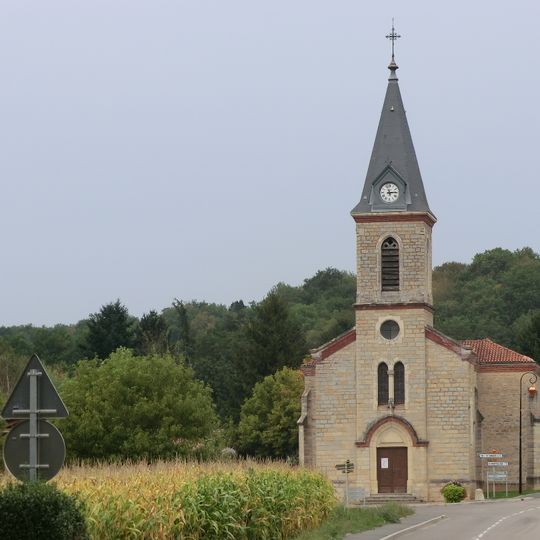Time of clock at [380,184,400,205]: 11:13
